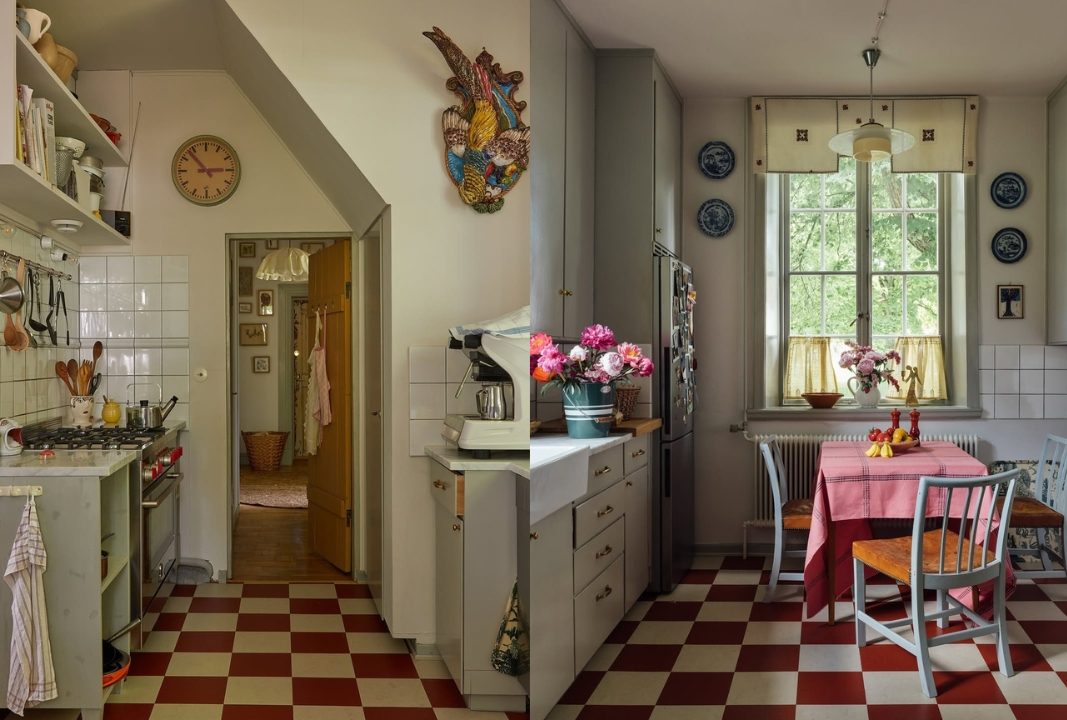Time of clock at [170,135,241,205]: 2:53
